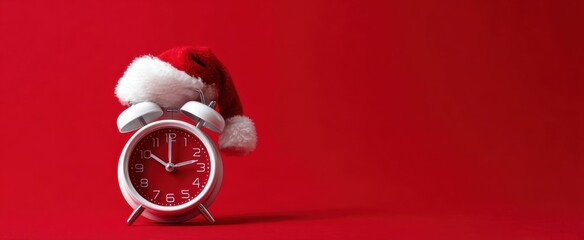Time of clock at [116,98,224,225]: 10:12
